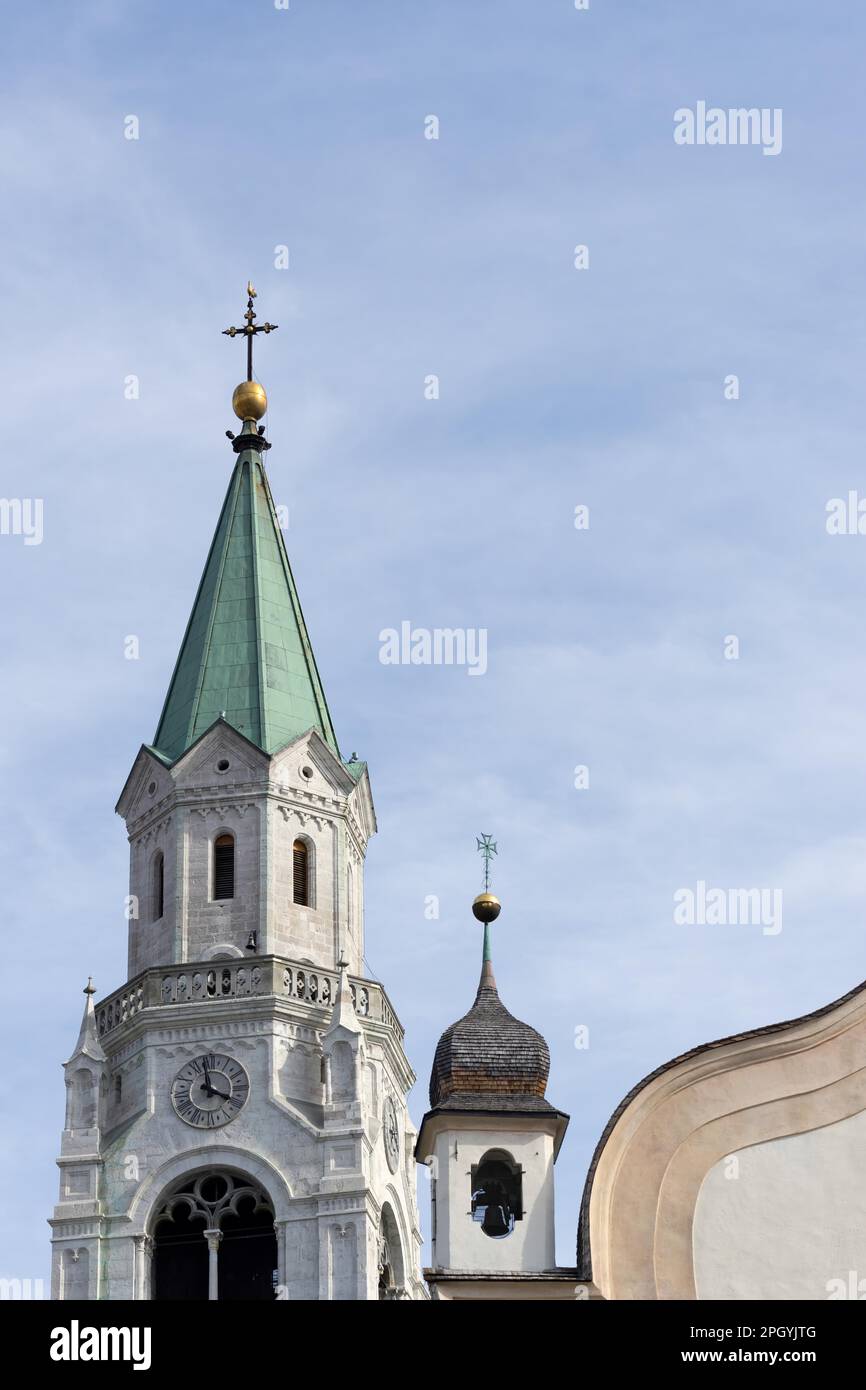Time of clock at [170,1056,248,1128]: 3:58
